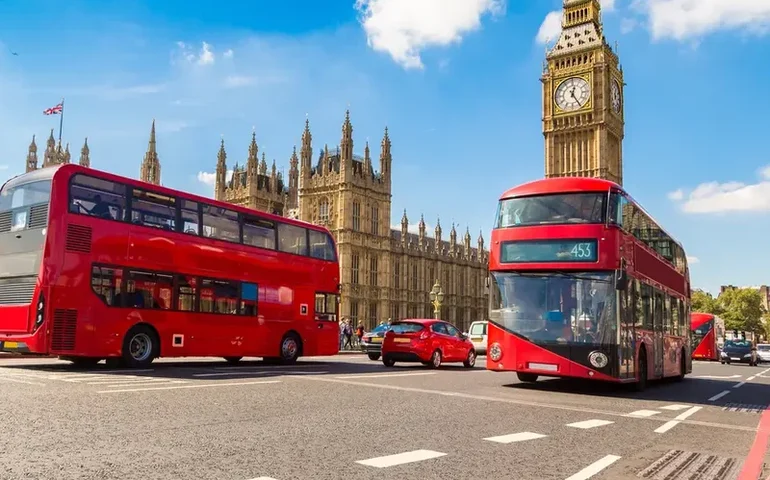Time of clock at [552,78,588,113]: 12:24
